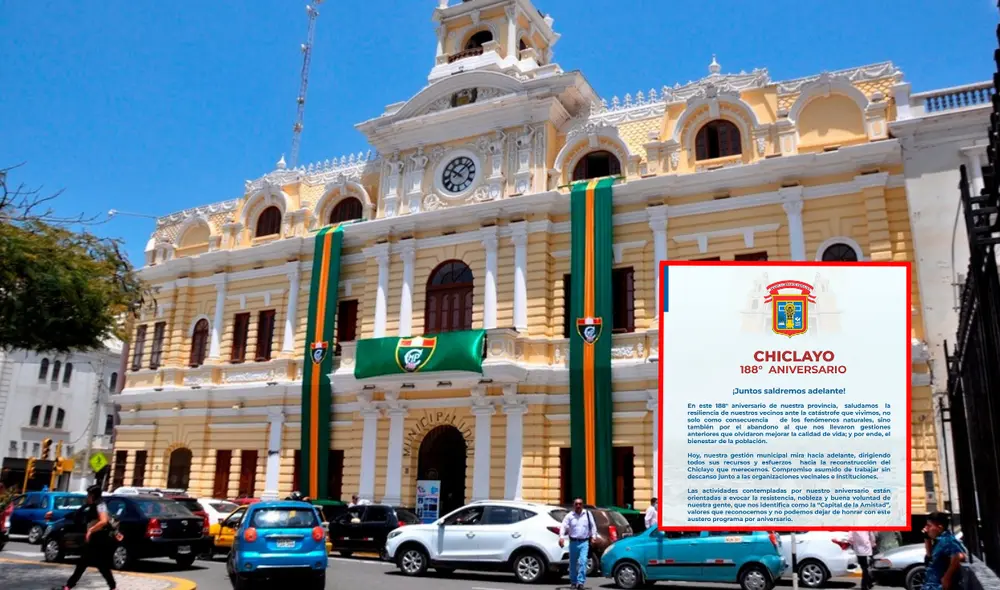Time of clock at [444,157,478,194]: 10:07
